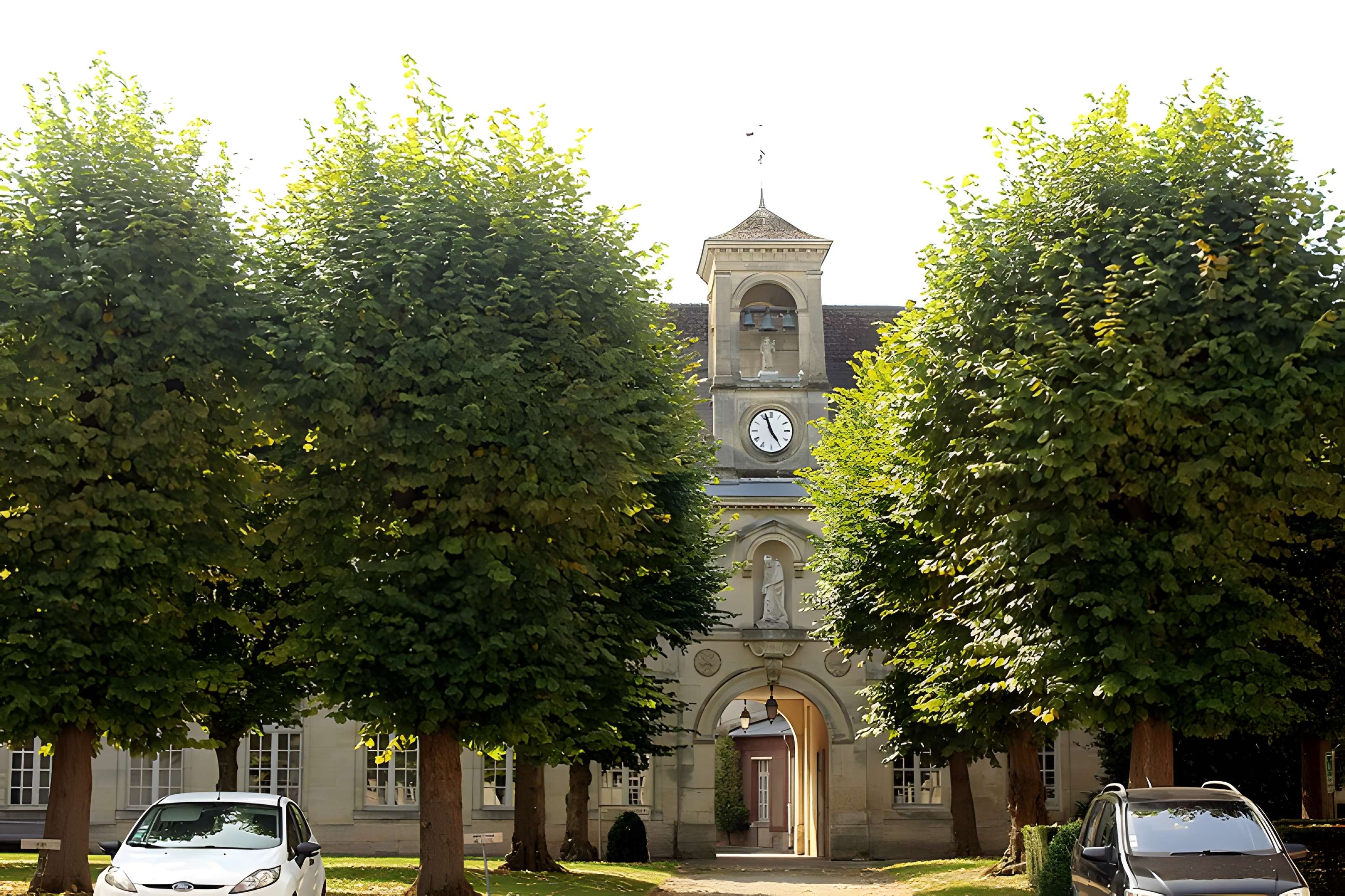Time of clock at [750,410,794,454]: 4:56
